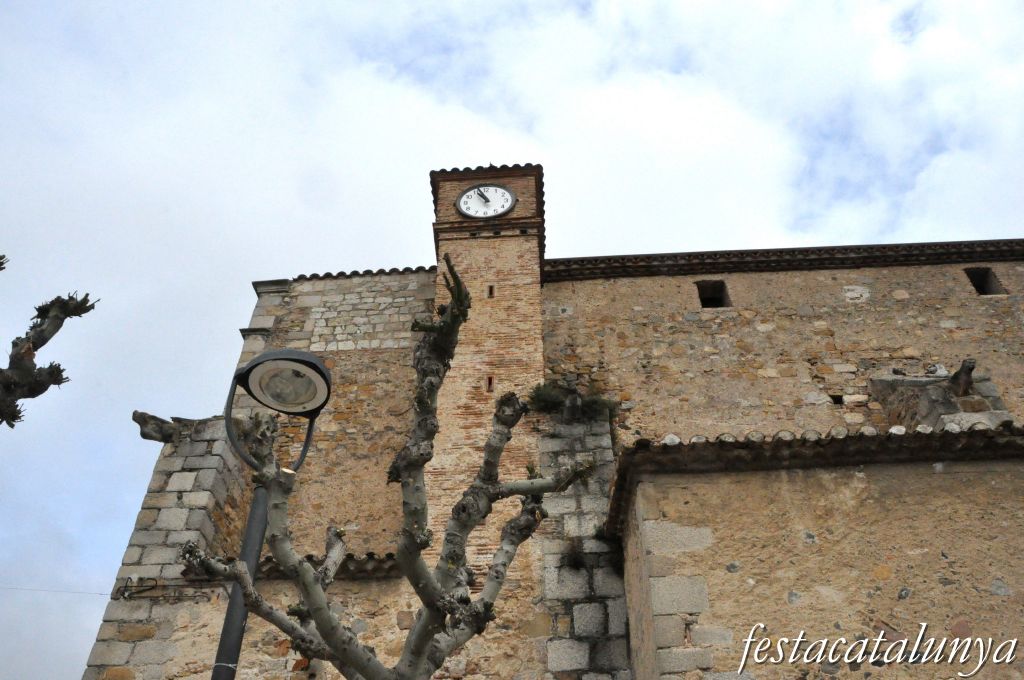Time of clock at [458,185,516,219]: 10:56
